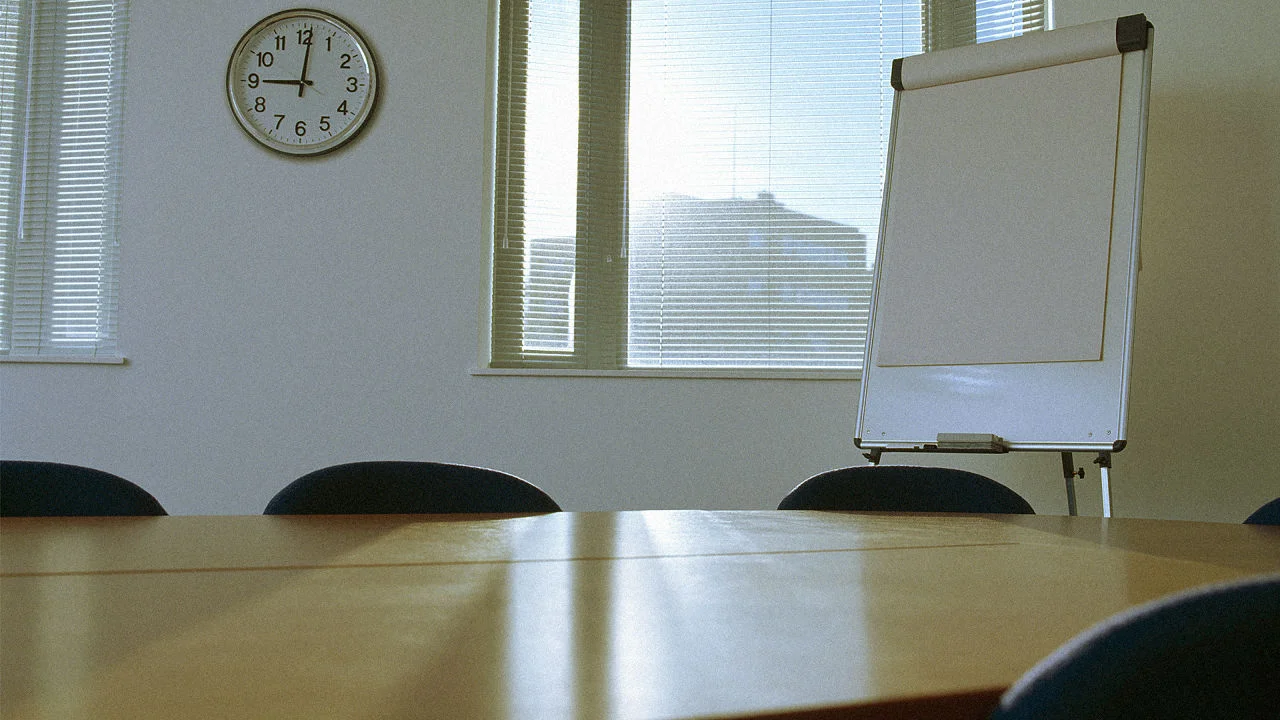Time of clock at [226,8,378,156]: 9:01
